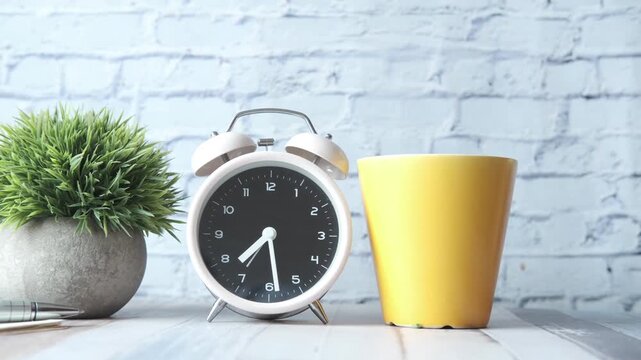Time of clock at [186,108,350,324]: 7:28
